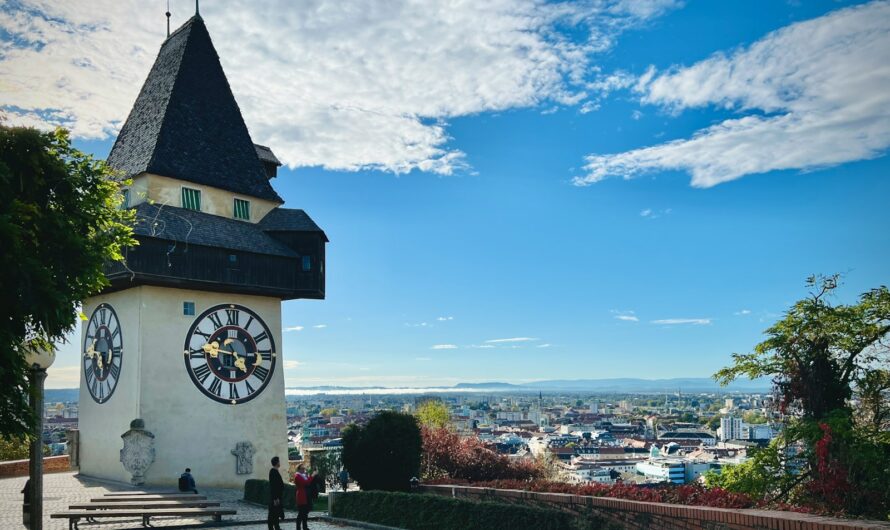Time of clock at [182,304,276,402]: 4:46
